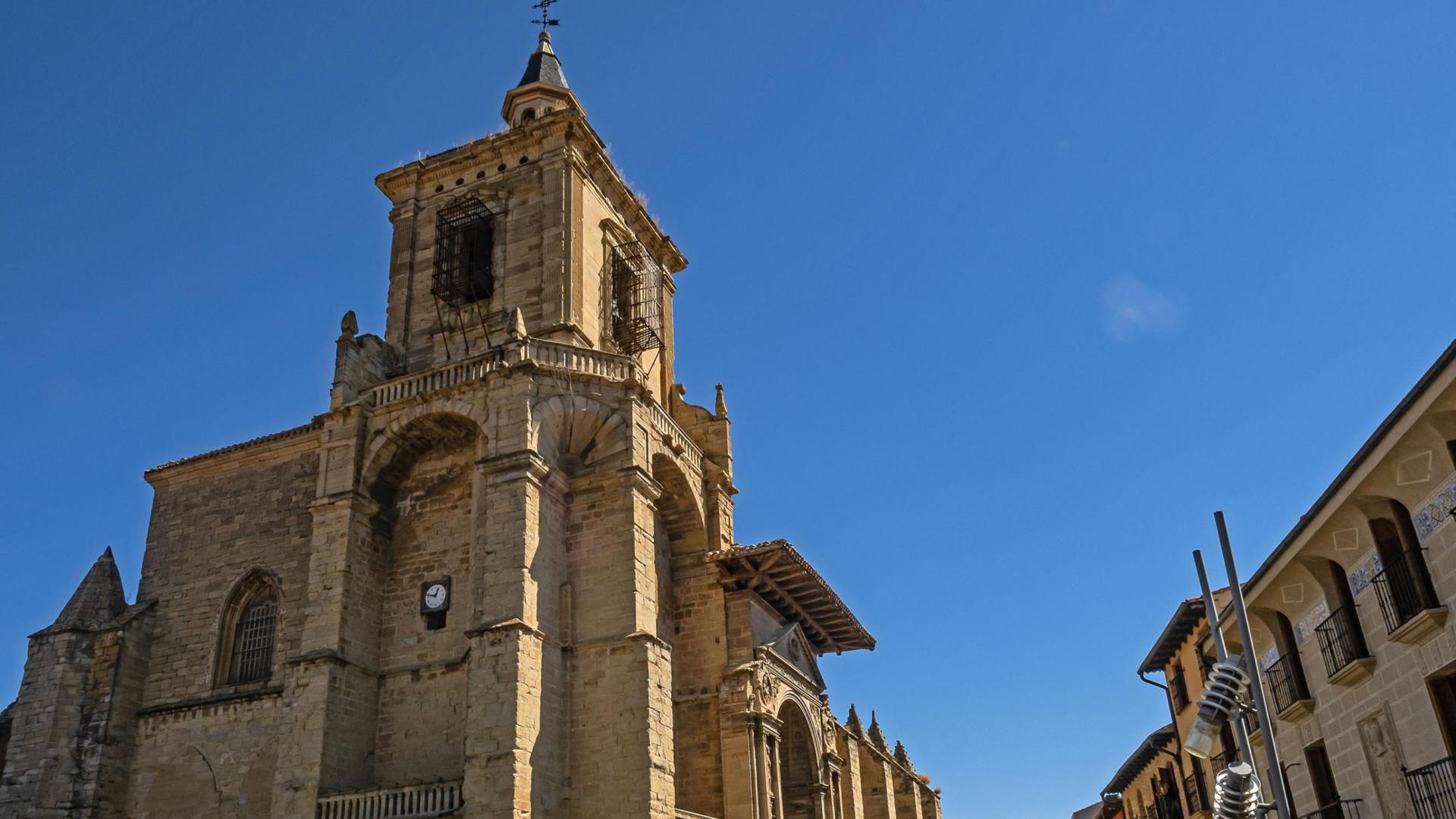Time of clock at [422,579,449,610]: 12:47
